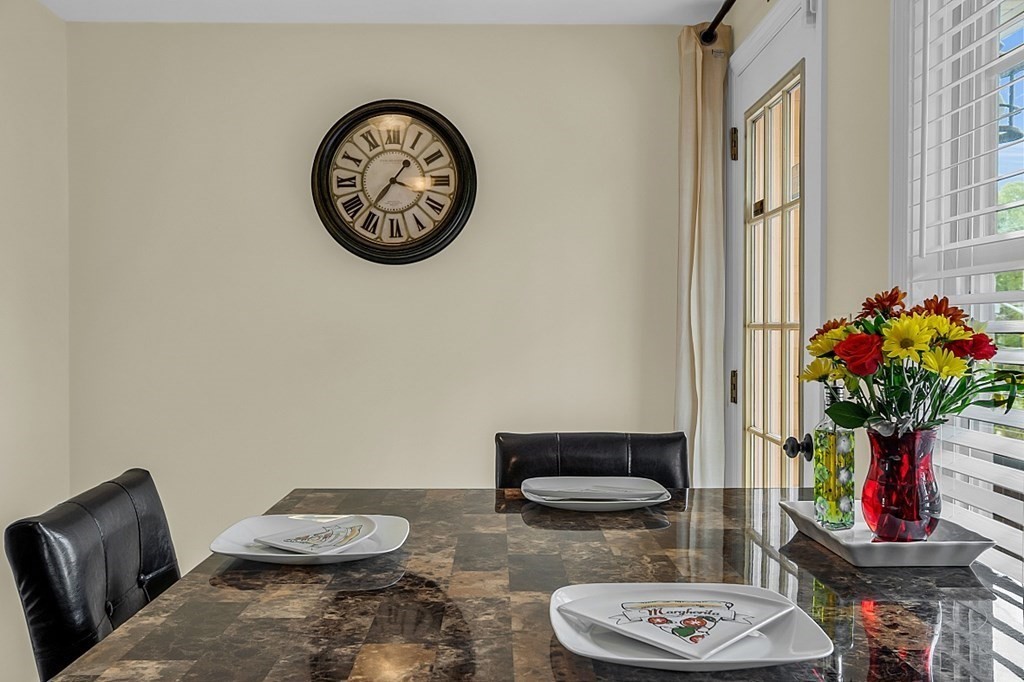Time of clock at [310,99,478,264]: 3:36
